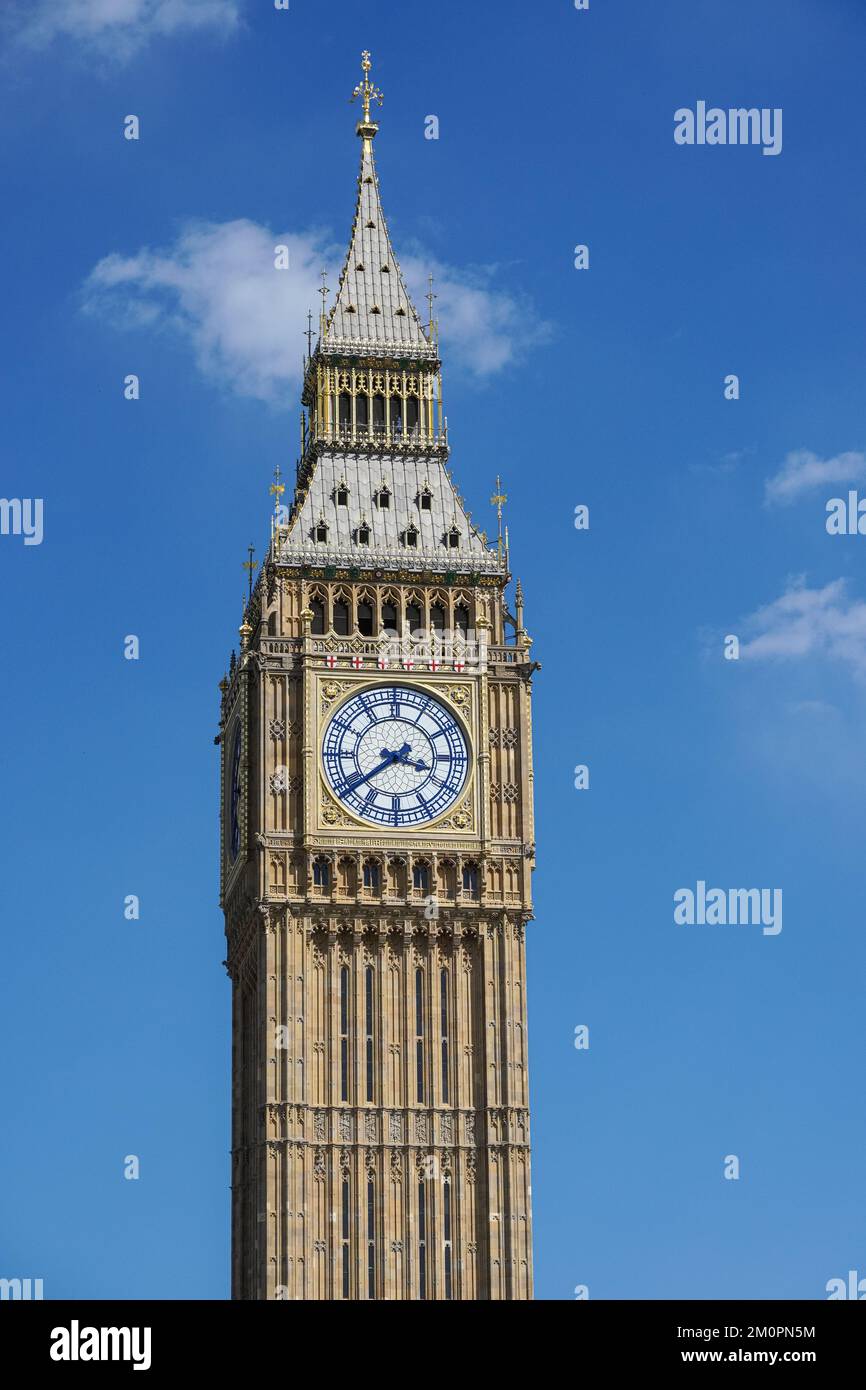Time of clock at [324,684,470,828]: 3:38
